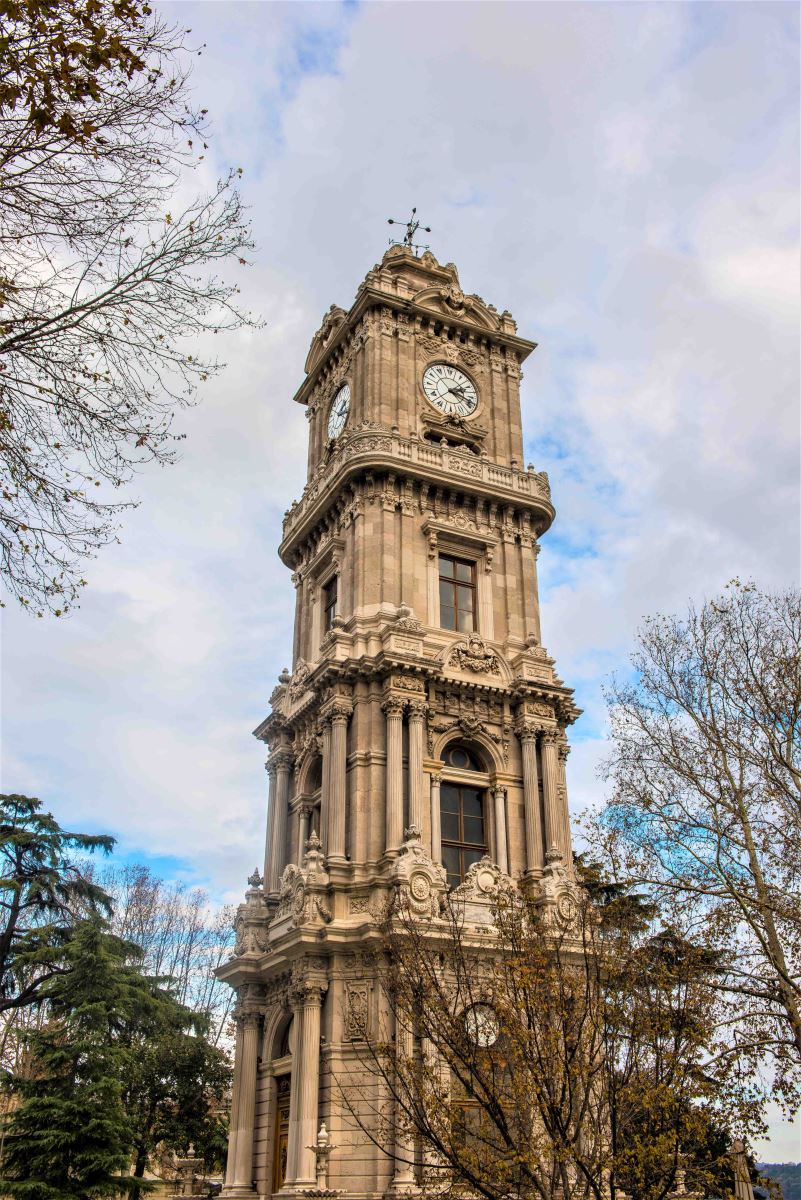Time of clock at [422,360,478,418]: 2:18
